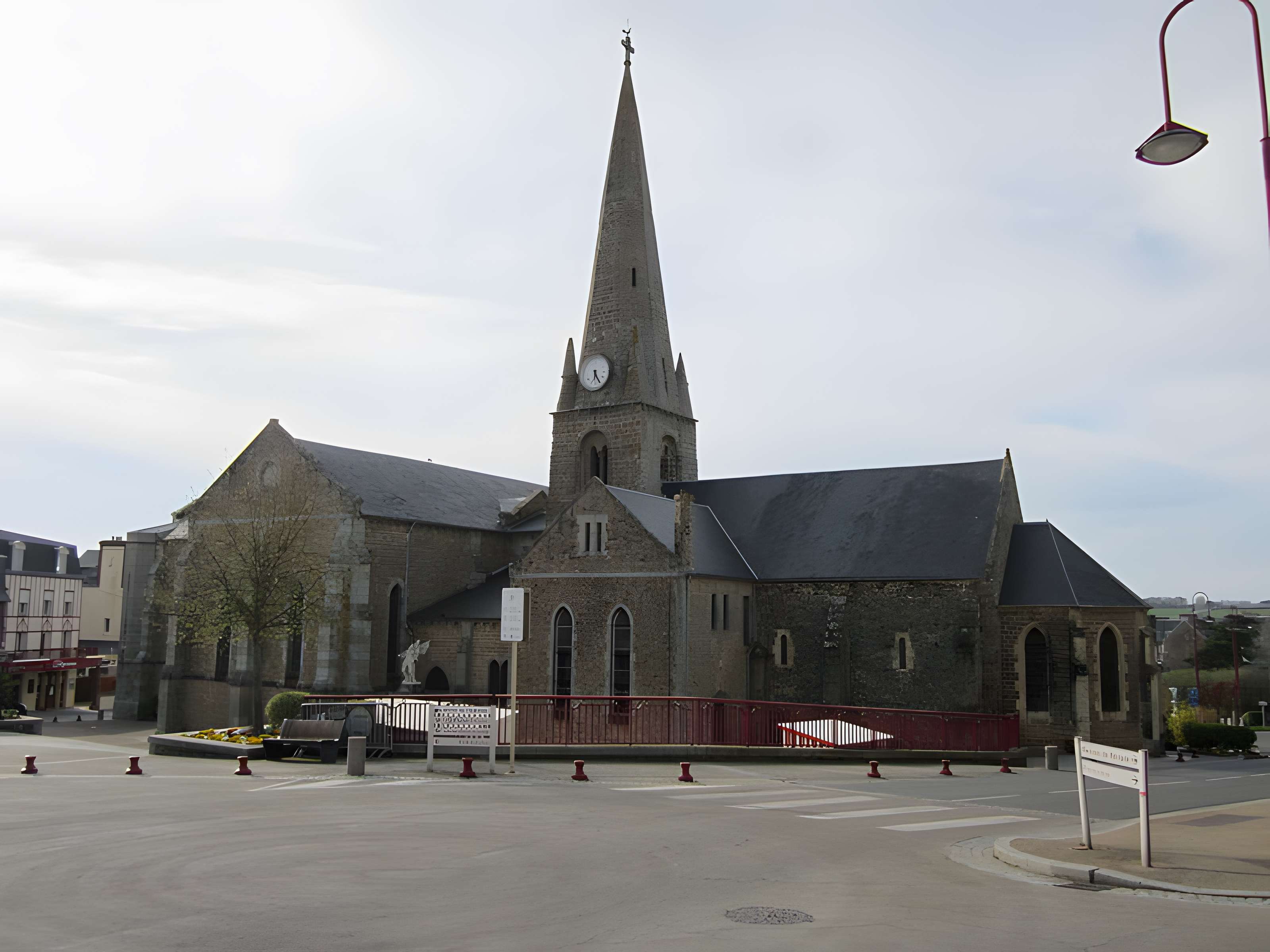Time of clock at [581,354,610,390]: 6:24
